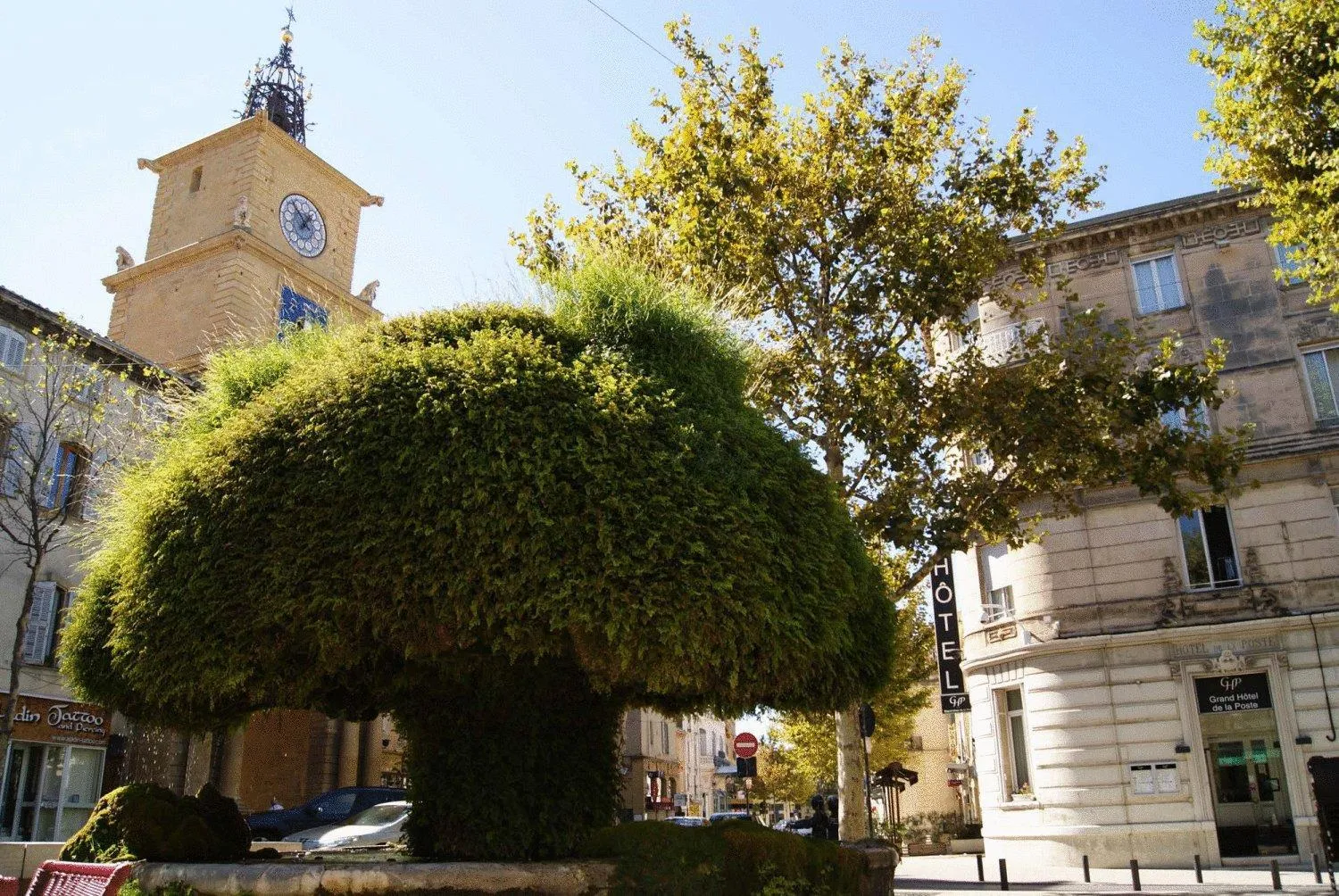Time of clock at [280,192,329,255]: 1:56
